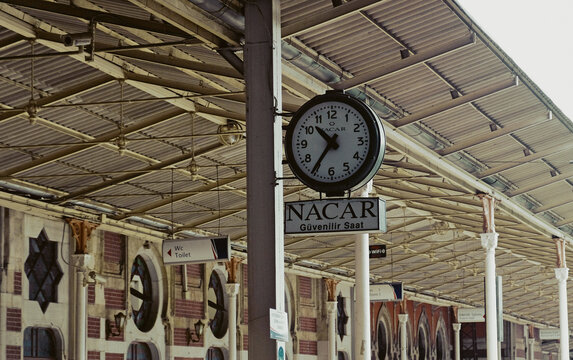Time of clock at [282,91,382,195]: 10:35
